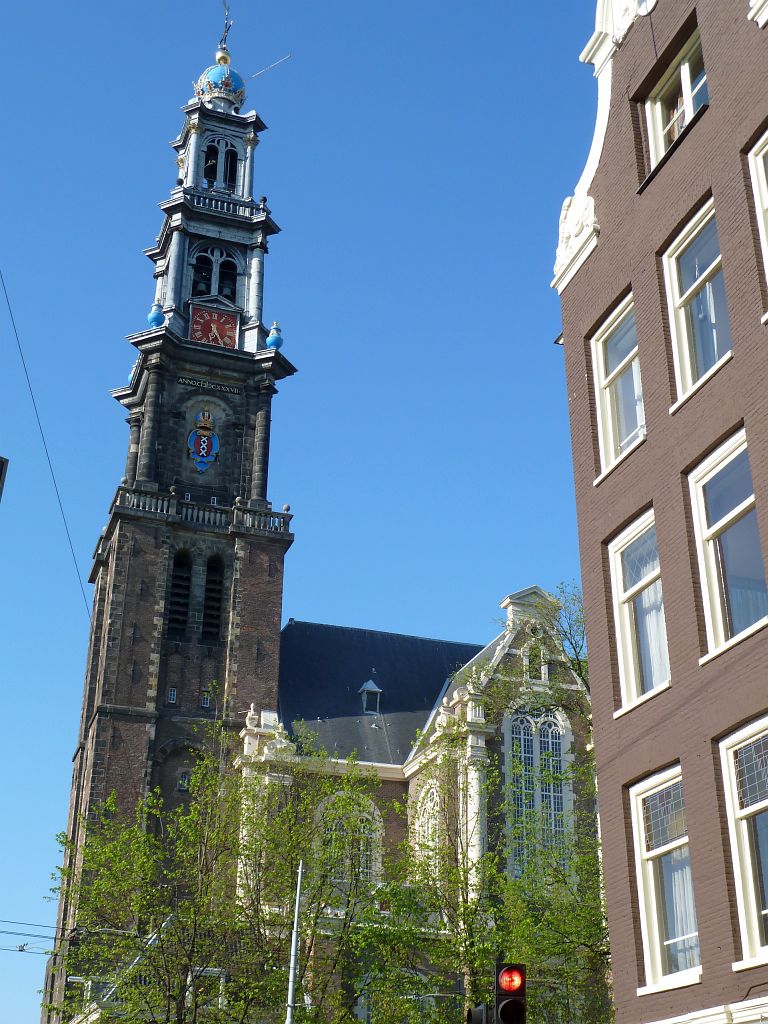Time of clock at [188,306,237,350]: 6:25
